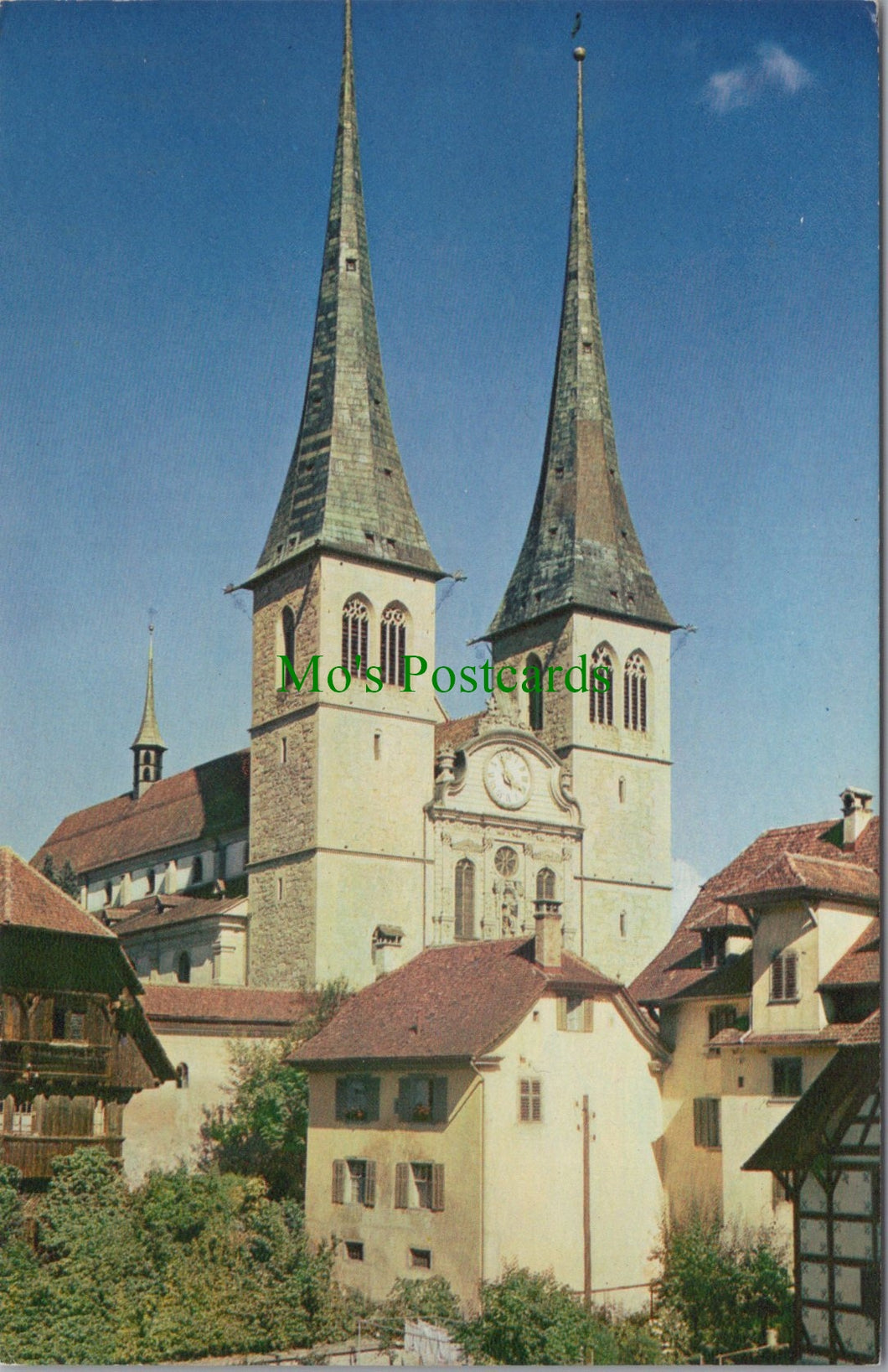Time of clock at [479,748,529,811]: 3:57
